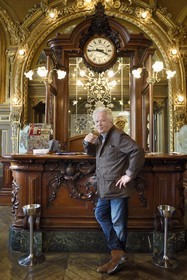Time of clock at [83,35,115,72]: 3:44
